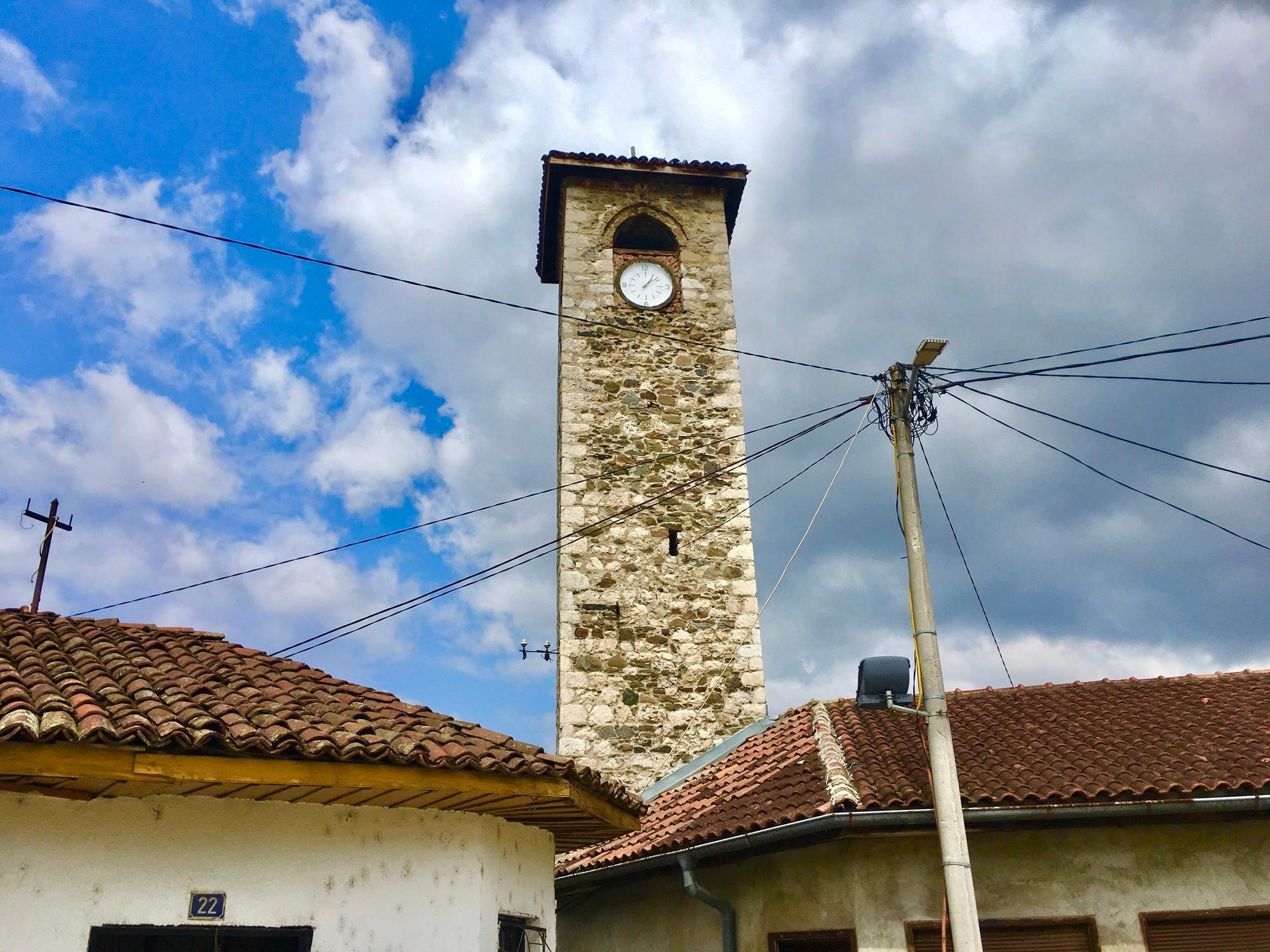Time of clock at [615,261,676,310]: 1:08
